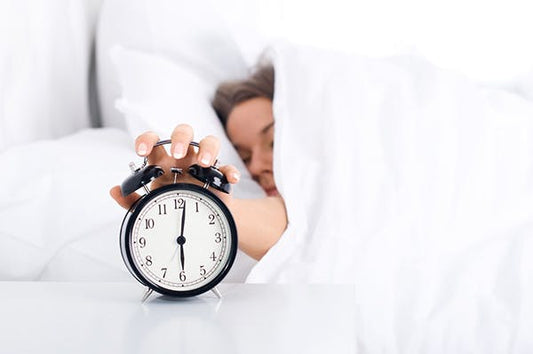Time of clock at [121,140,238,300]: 6:01
